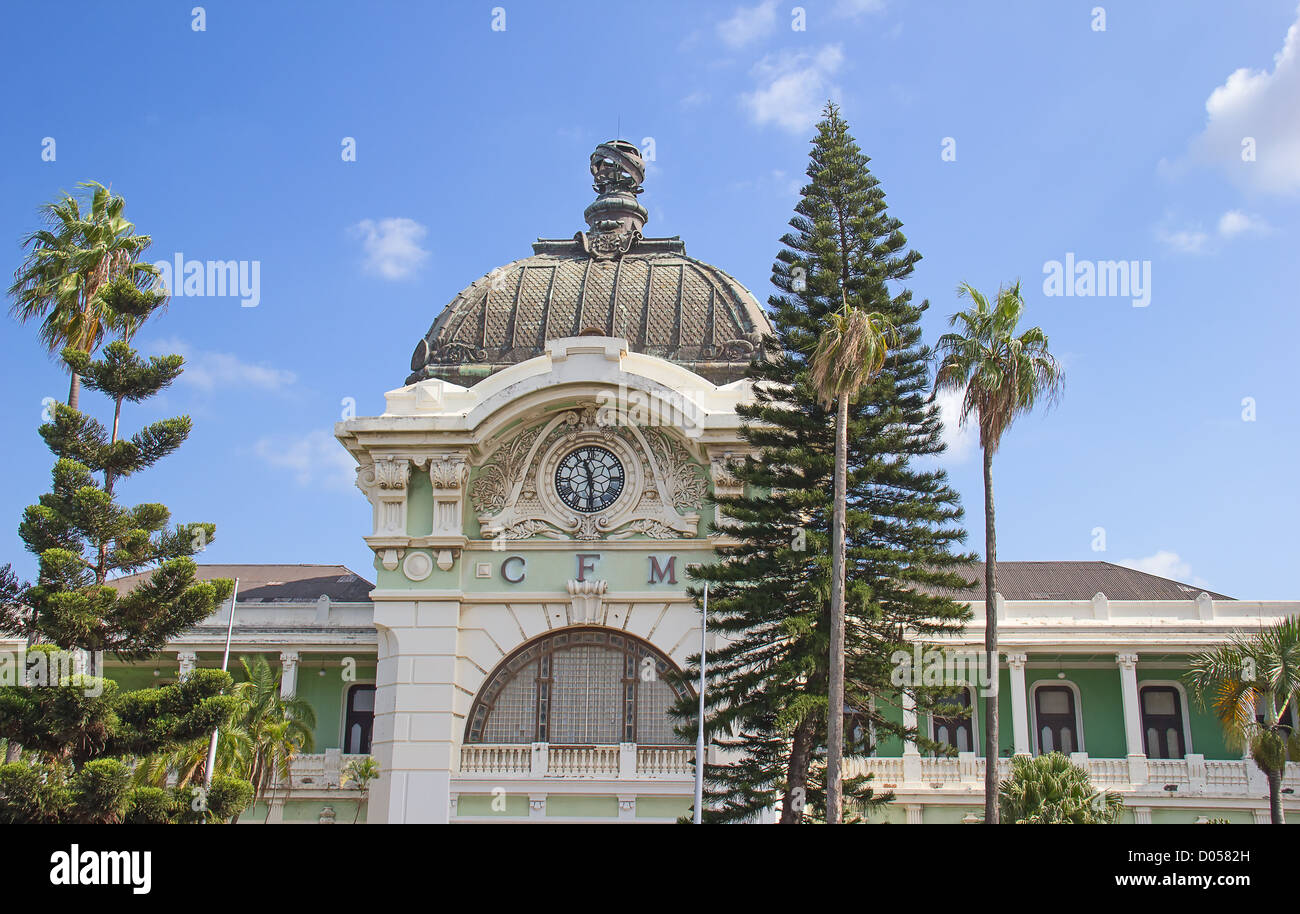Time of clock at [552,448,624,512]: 11:29
